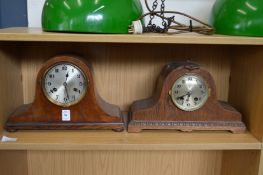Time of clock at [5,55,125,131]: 12:28
